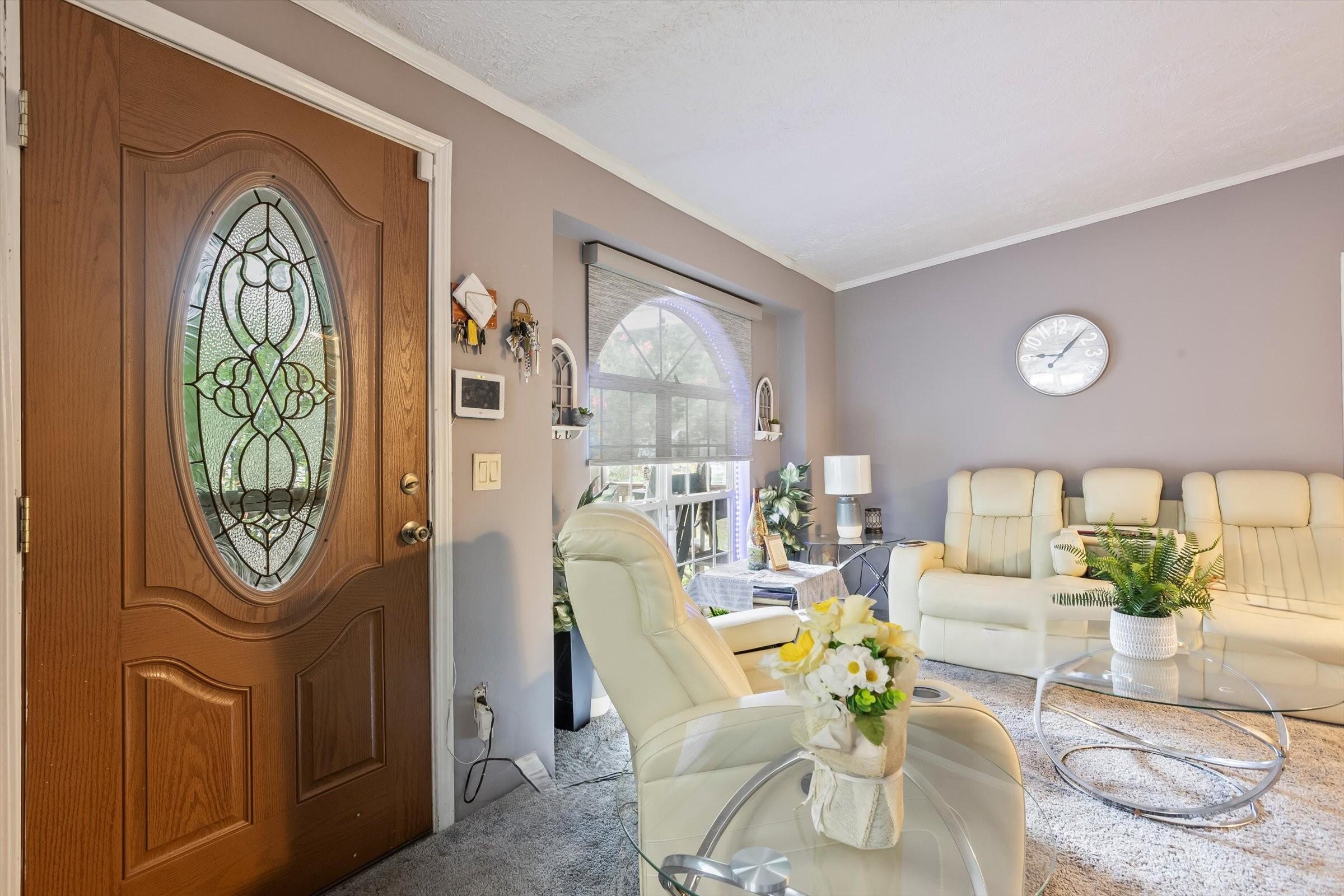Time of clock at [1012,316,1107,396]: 9:07
